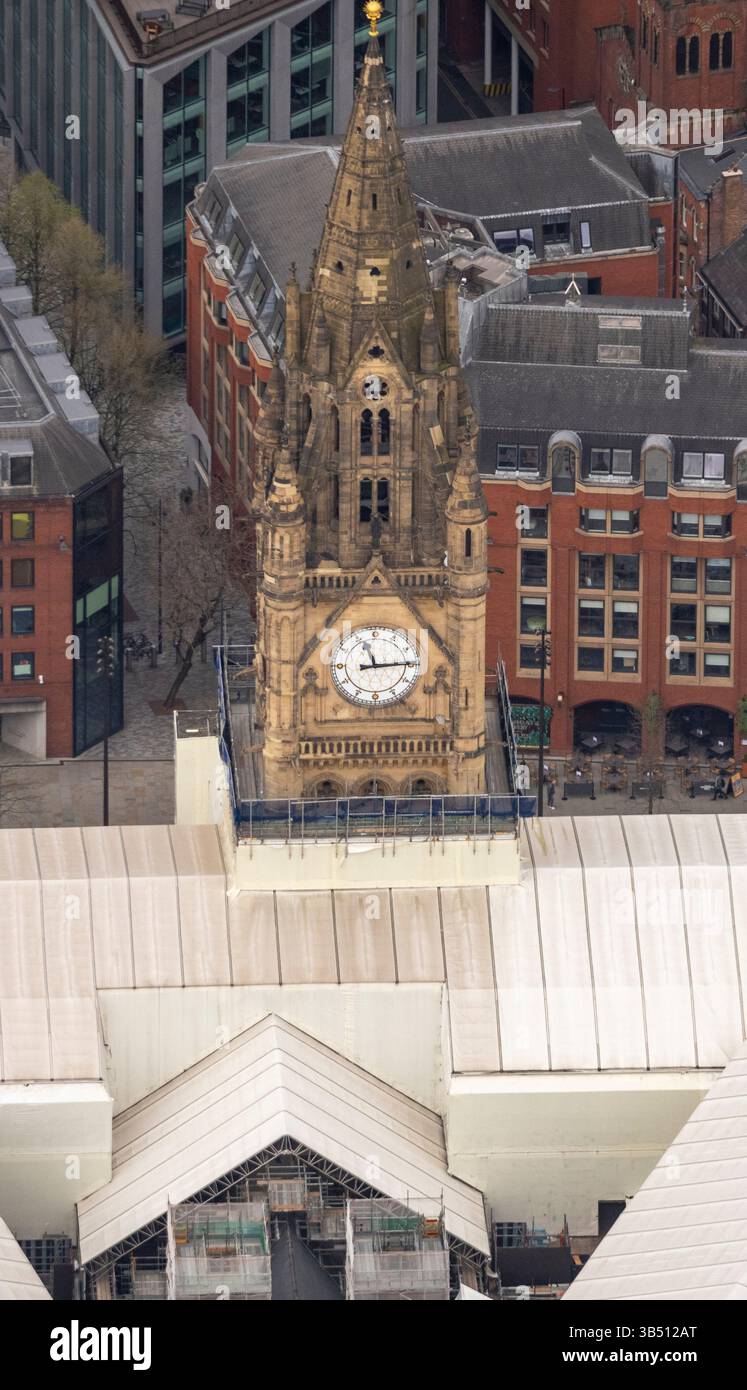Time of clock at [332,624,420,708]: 11:14
